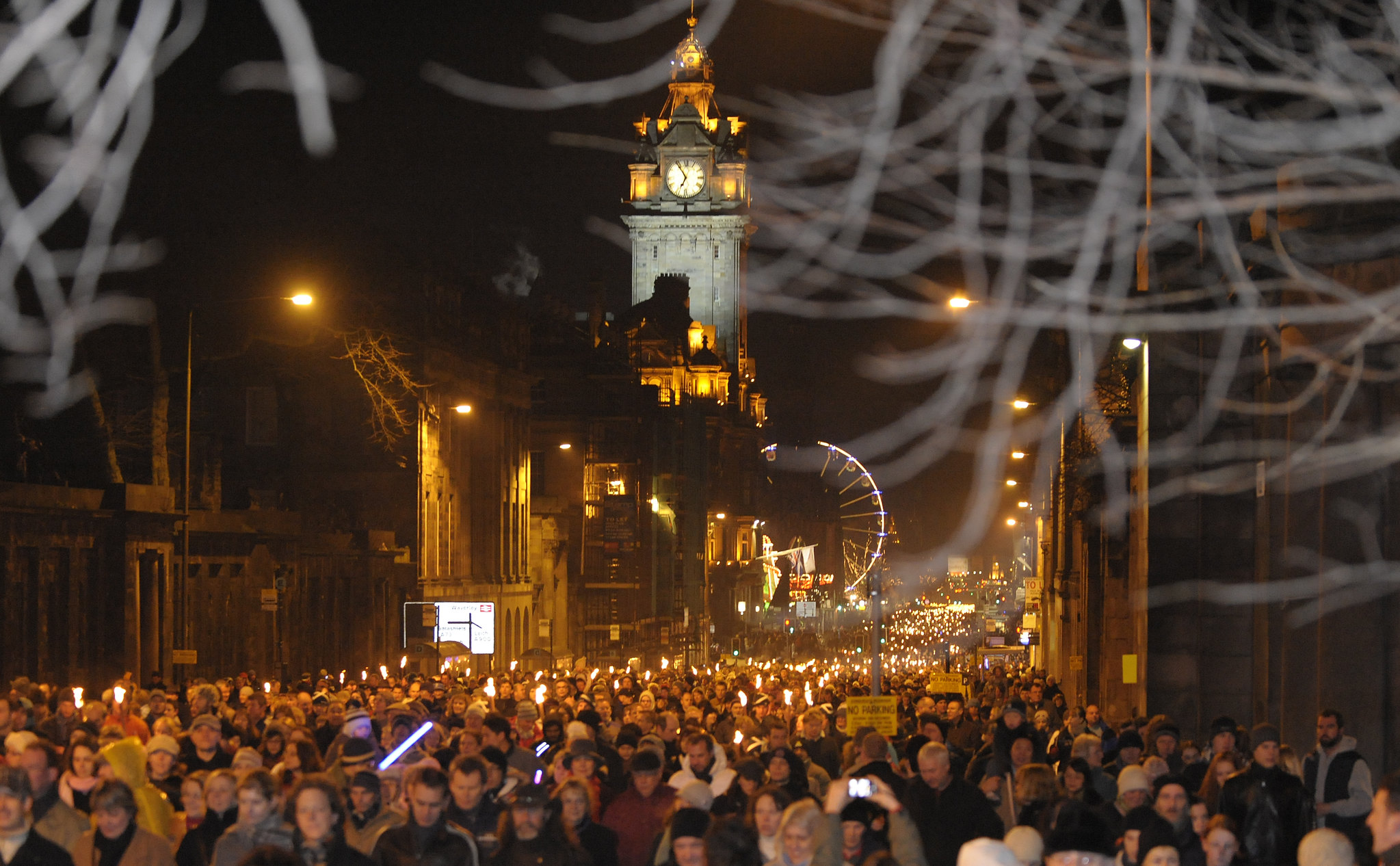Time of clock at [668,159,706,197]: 6:54
